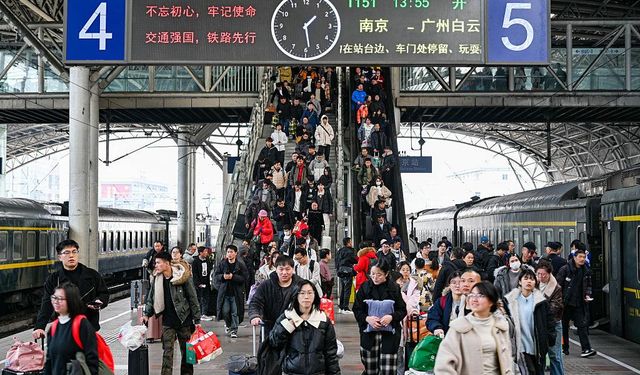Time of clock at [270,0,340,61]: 1:28
